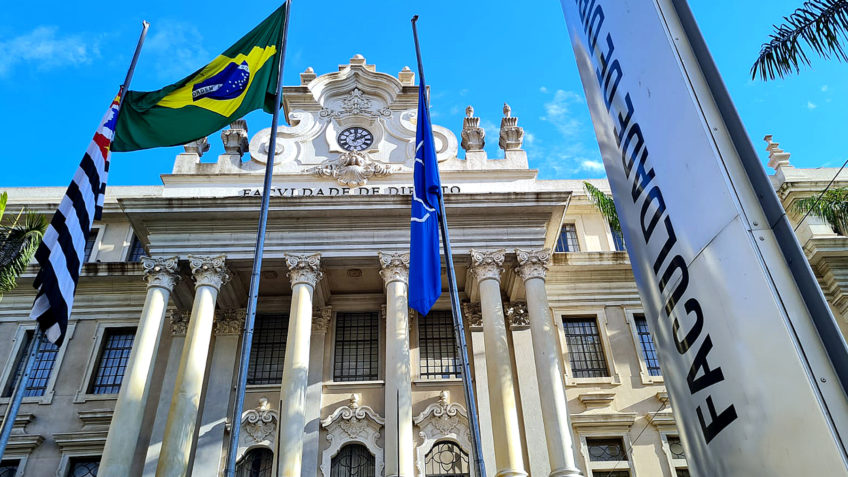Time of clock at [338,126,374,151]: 2:00
